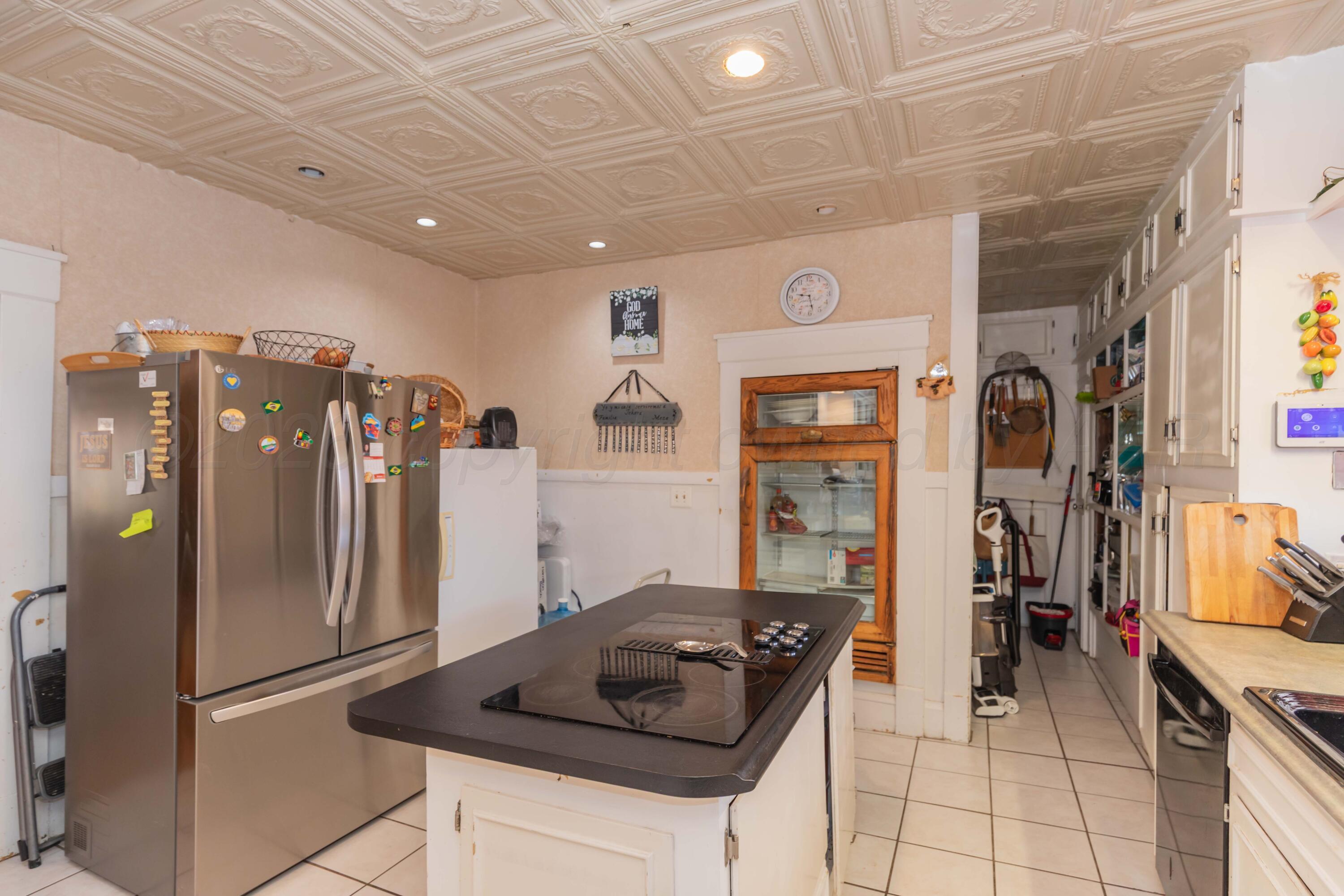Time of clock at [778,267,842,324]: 9:28
